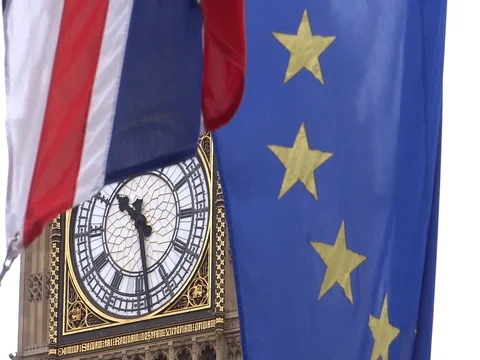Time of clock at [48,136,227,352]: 10:28
